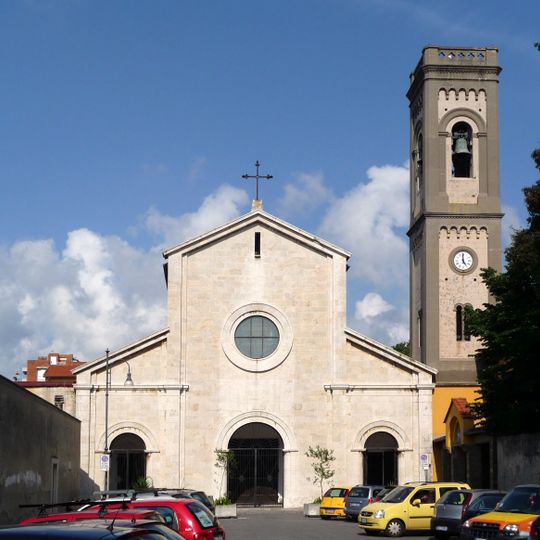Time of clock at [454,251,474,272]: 4:59
